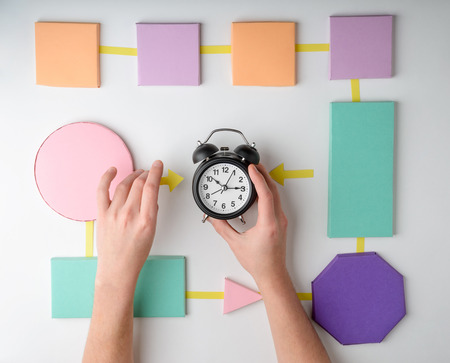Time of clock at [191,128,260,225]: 2:50
